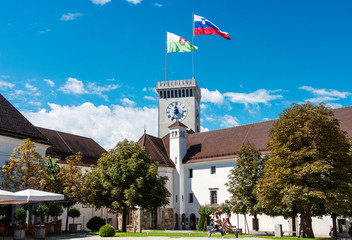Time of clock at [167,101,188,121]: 11:35
